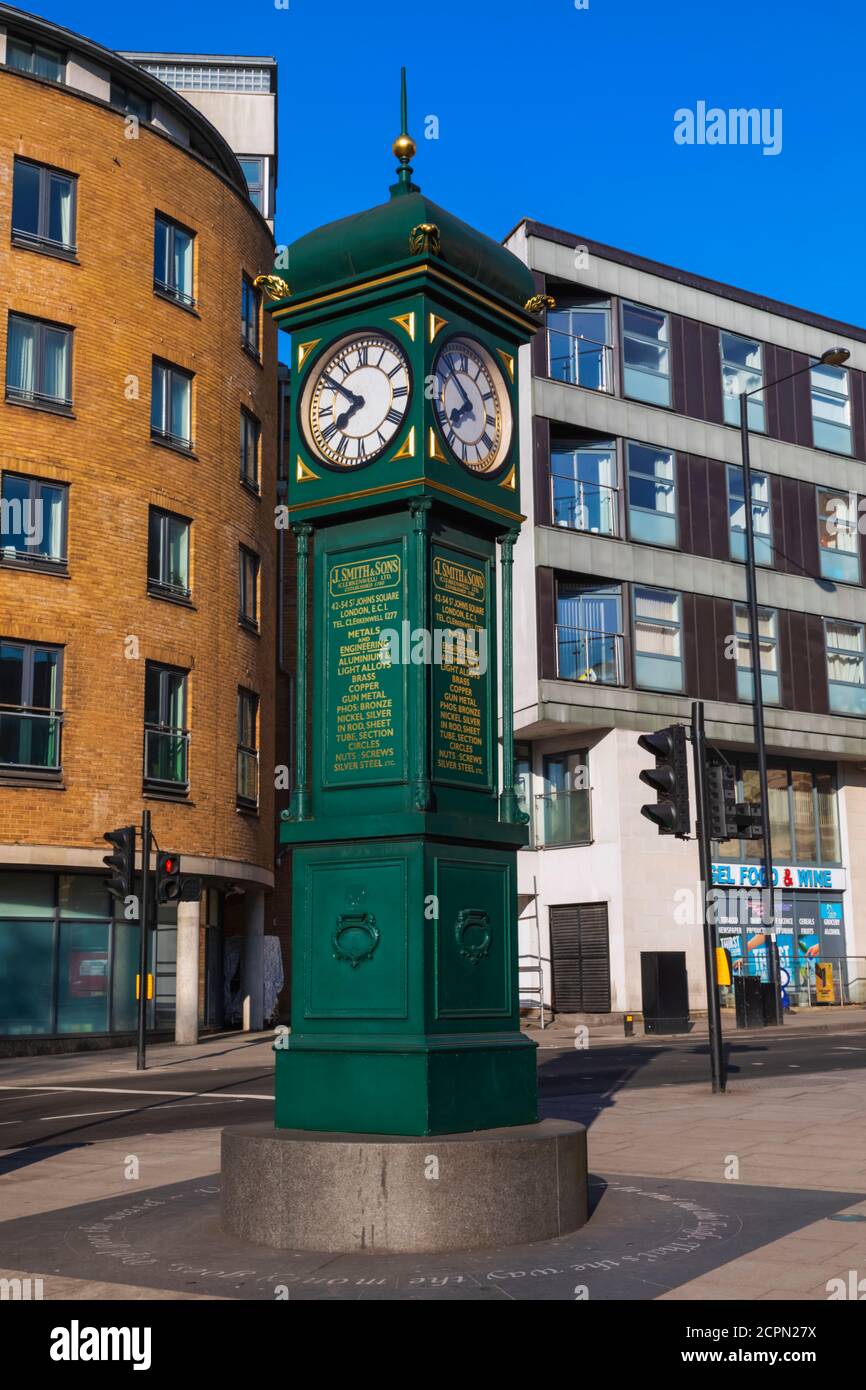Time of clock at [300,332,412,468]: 7:51
